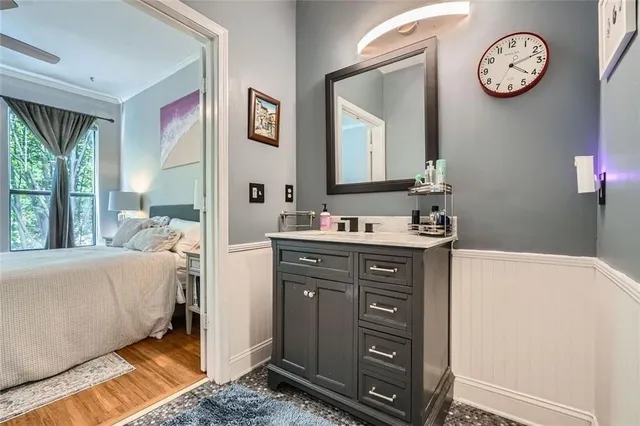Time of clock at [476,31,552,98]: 4:12
